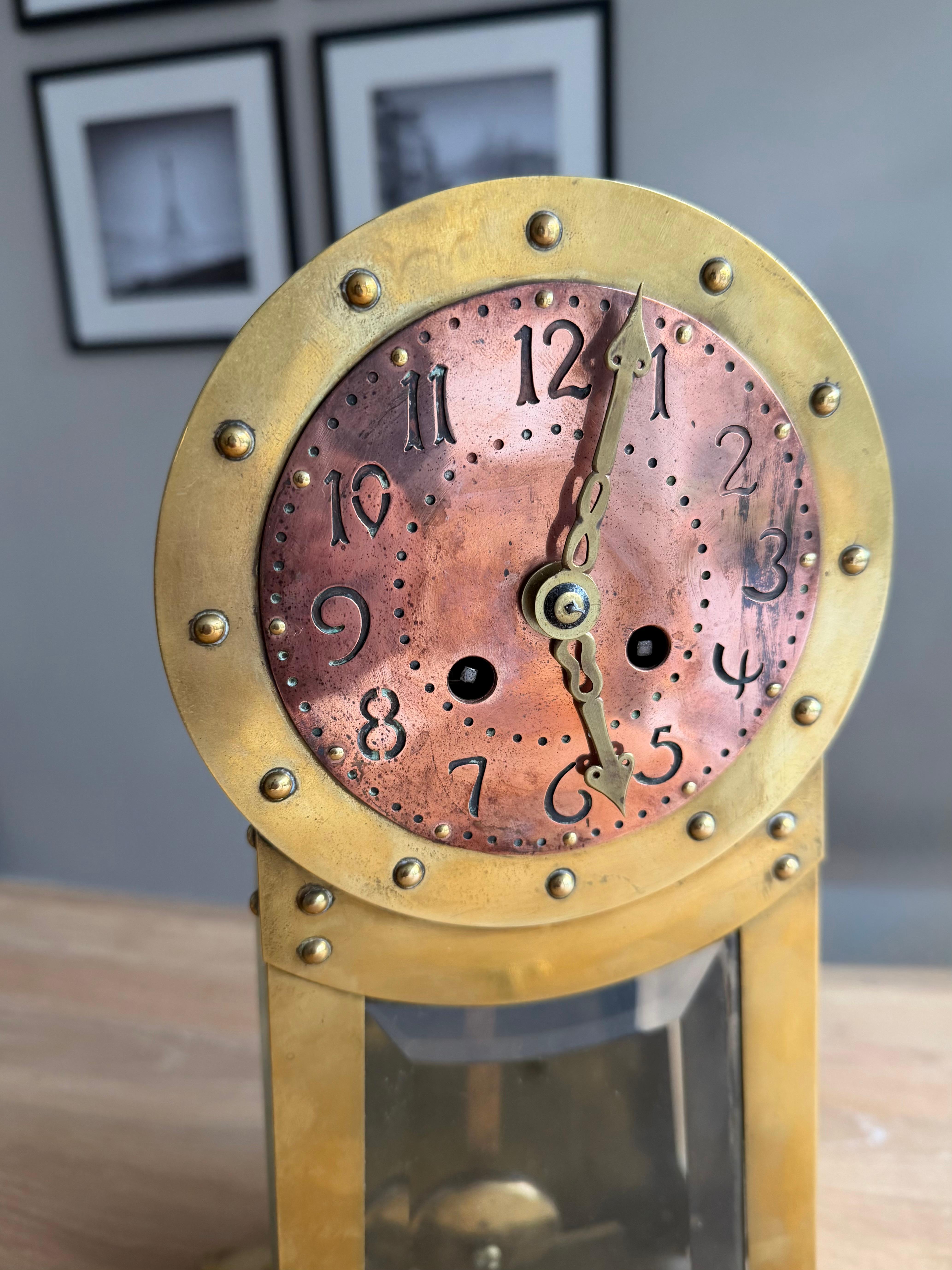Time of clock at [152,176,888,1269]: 12:28
